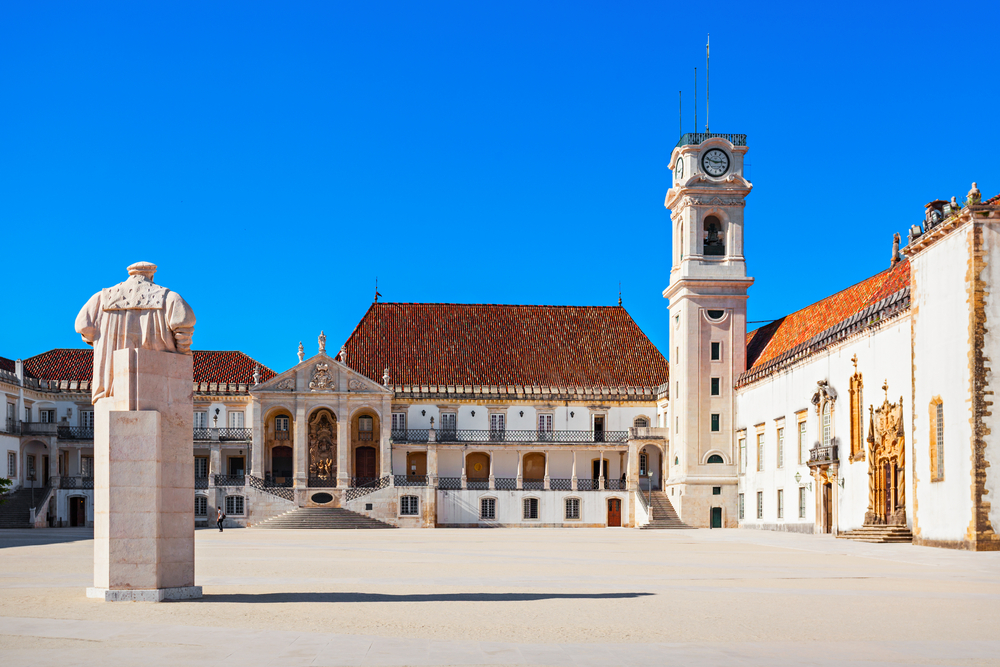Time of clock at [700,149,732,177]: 2:48
